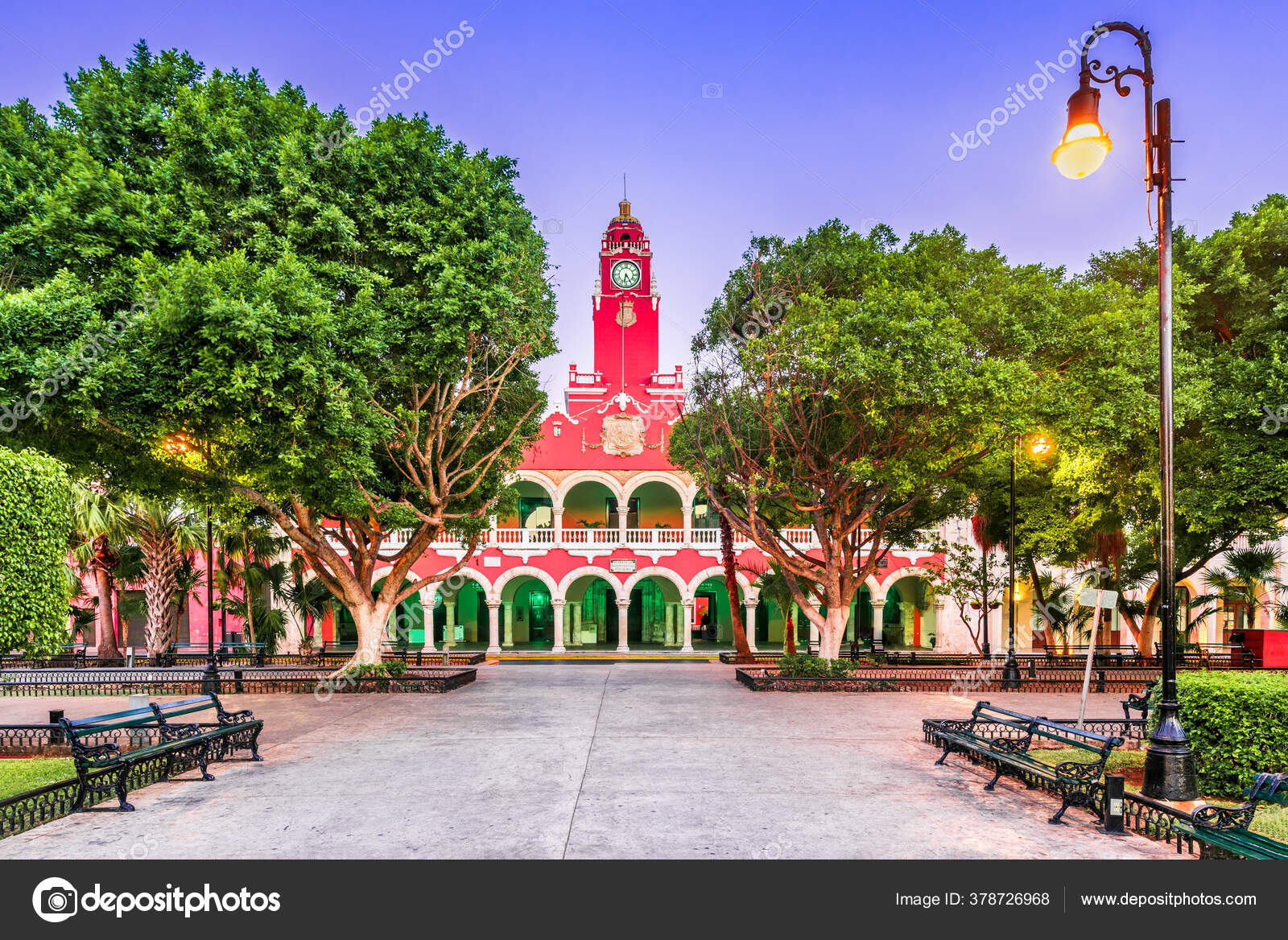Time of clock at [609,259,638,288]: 6:24
